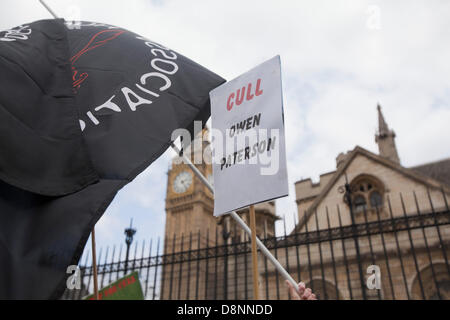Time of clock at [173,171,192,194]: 2:24
